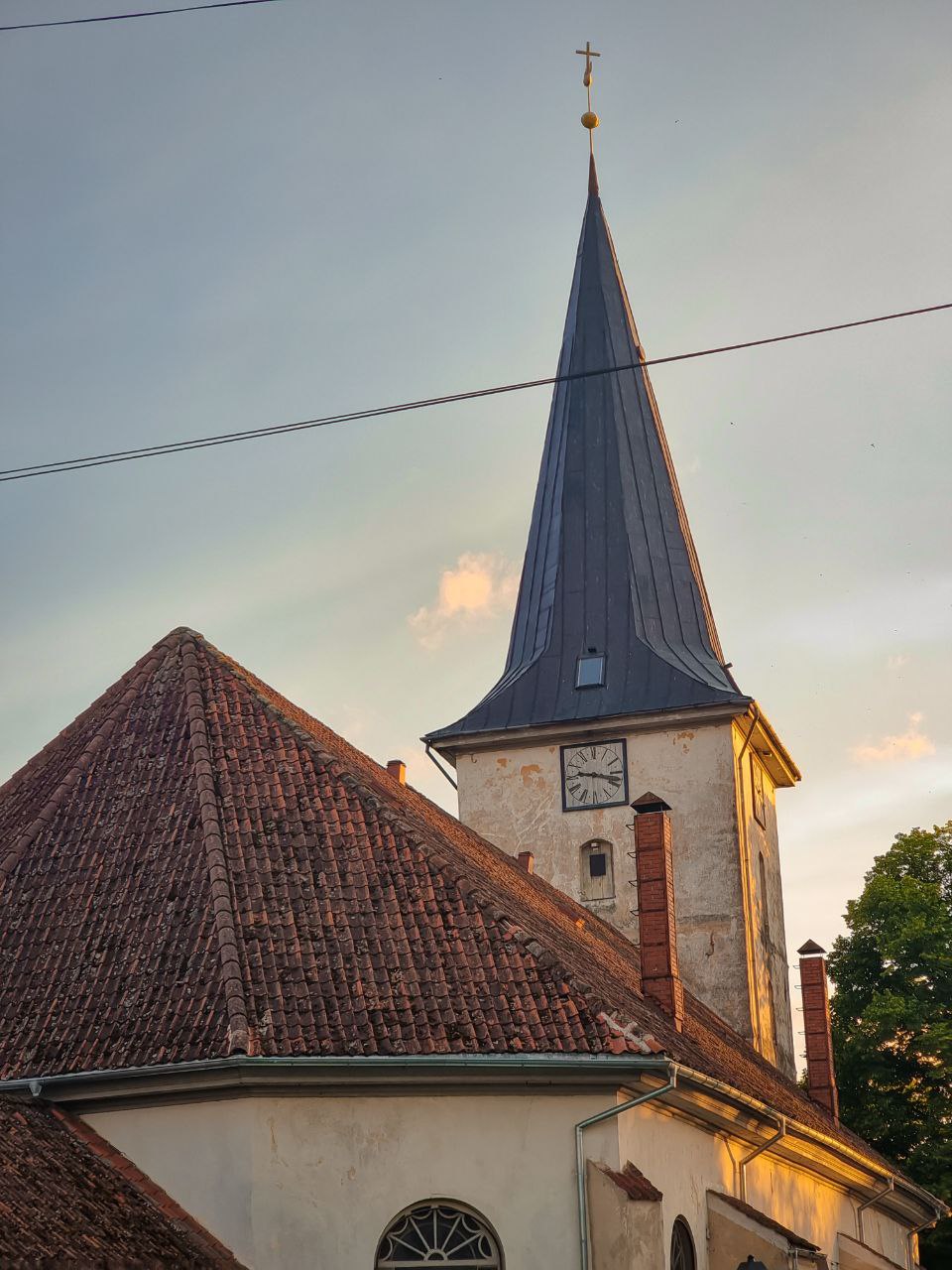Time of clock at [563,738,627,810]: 9:17
